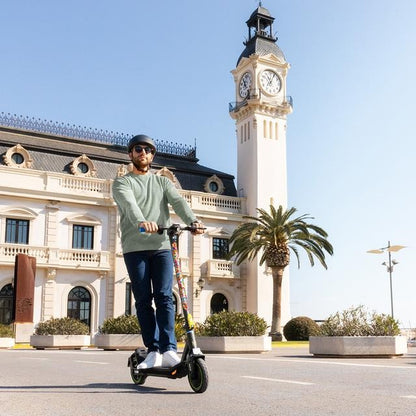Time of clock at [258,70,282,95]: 11:04
